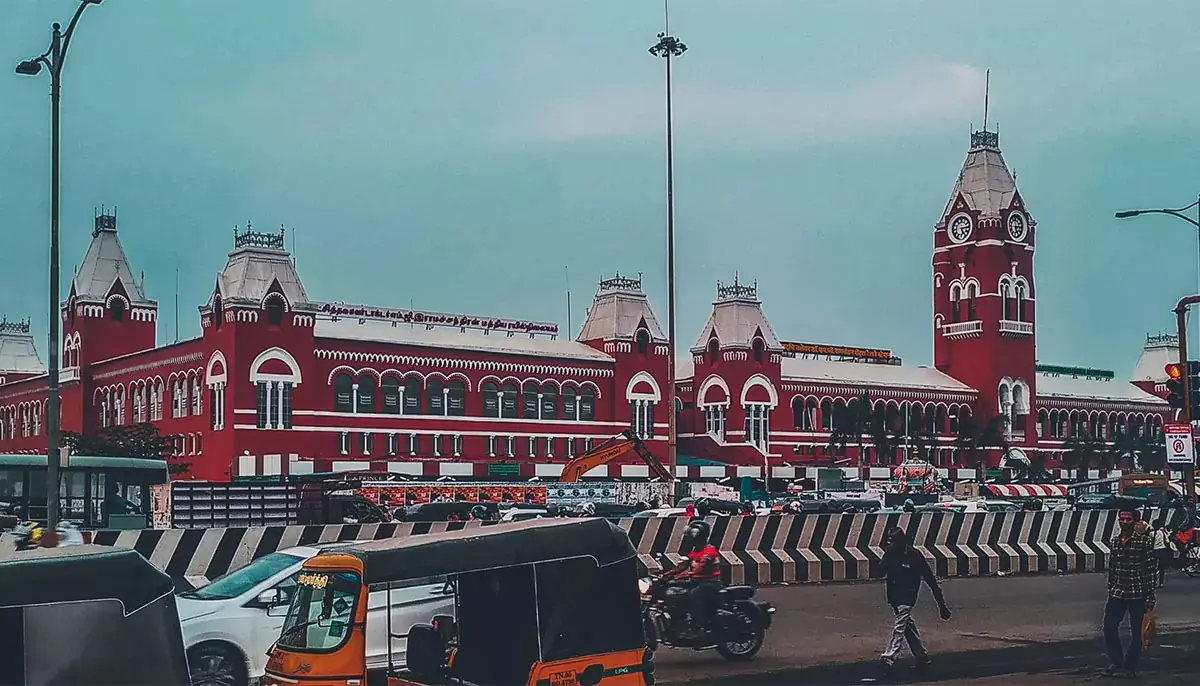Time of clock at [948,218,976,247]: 5:14
